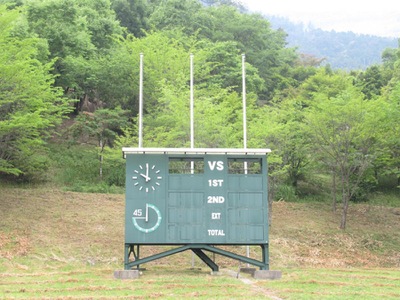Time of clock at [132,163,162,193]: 10:00
